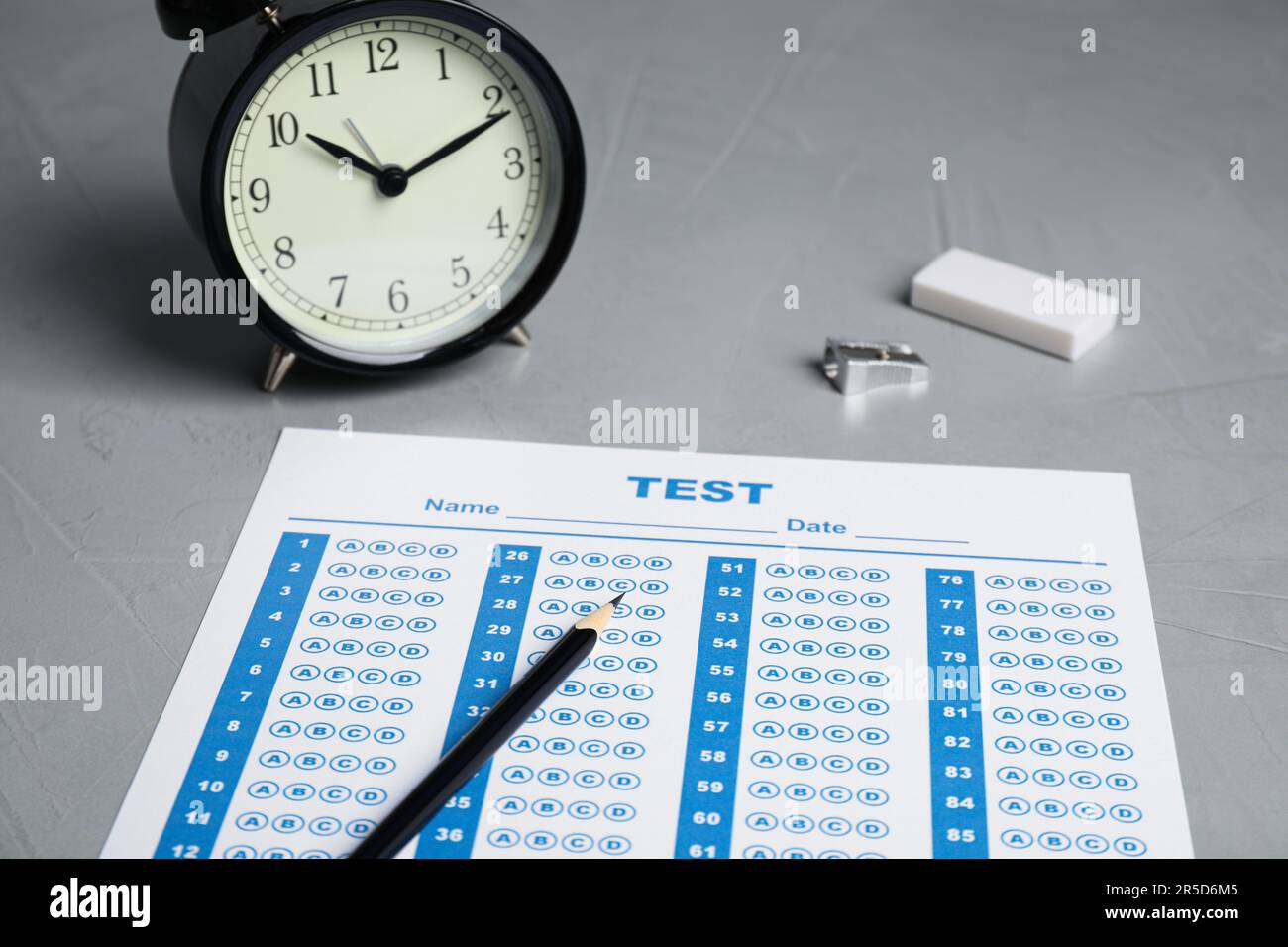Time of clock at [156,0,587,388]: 10:11
